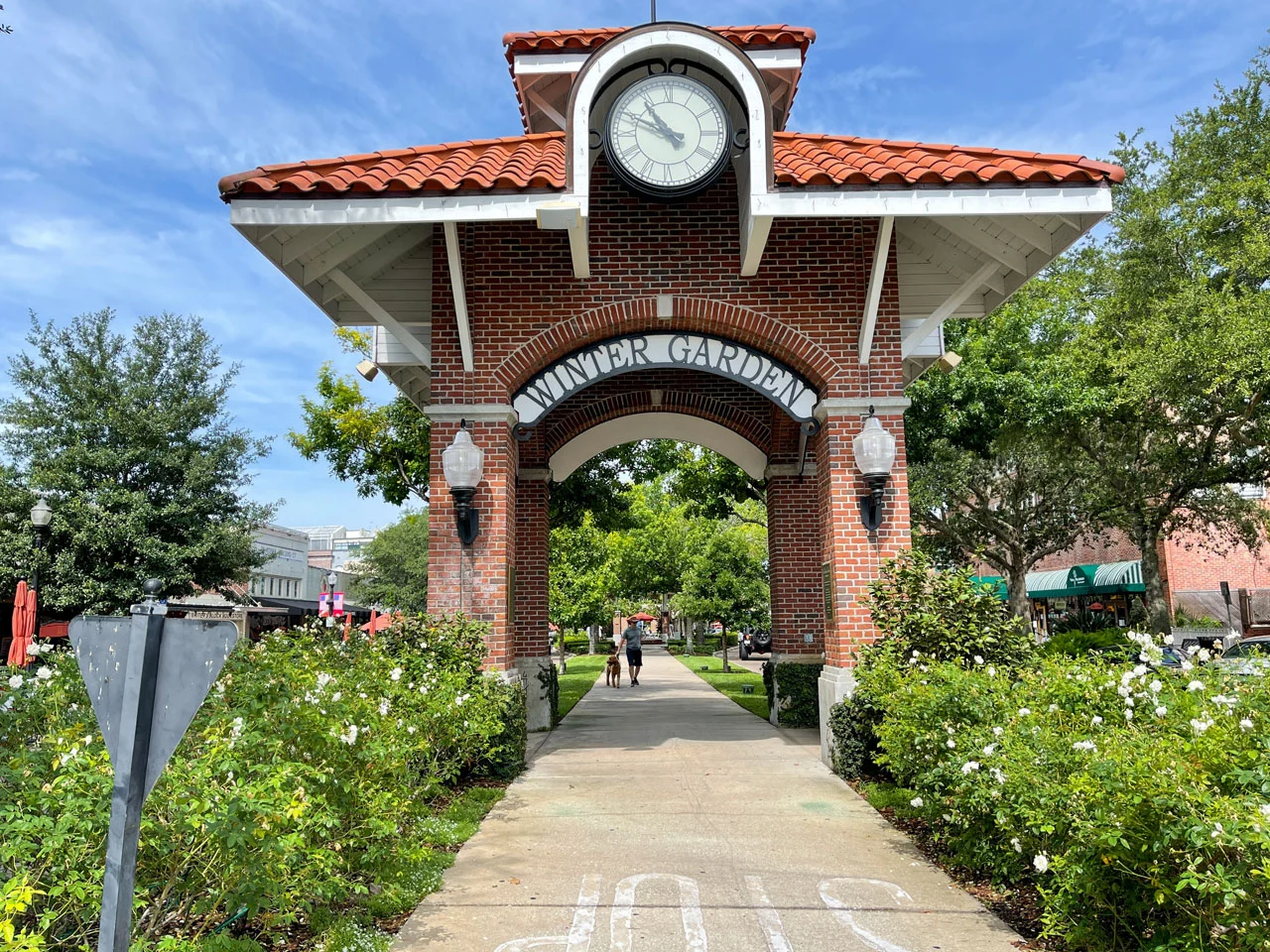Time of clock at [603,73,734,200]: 10:49
